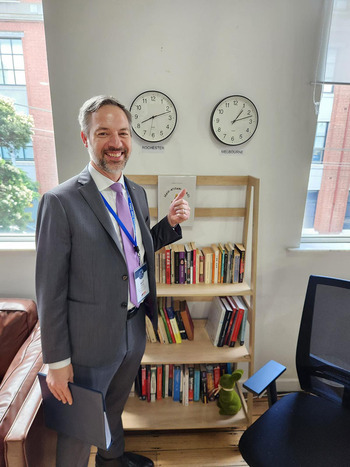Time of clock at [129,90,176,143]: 8:12
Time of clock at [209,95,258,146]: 1:12
